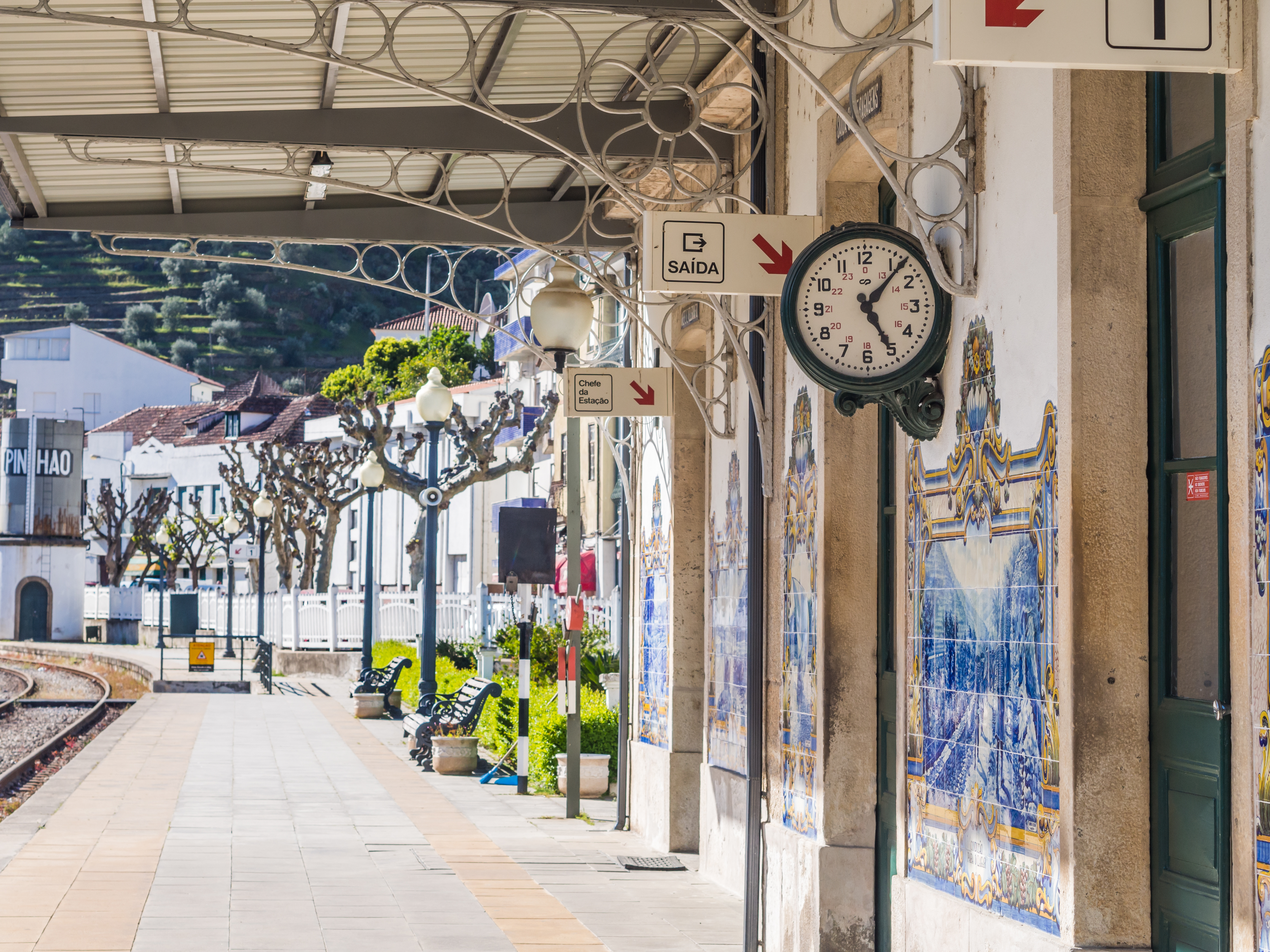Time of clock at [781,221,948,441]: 5:06
